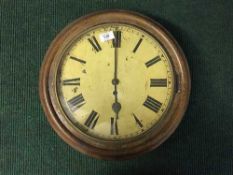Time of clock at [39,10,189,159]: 6:00
